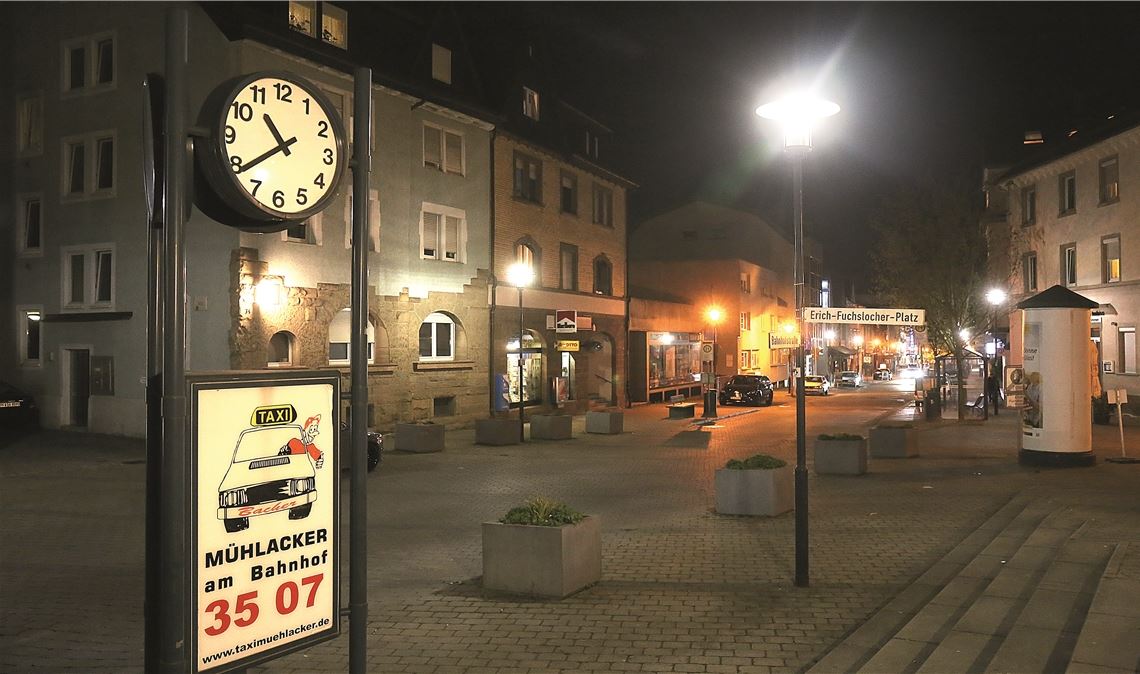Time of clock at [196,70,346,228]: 10:38
